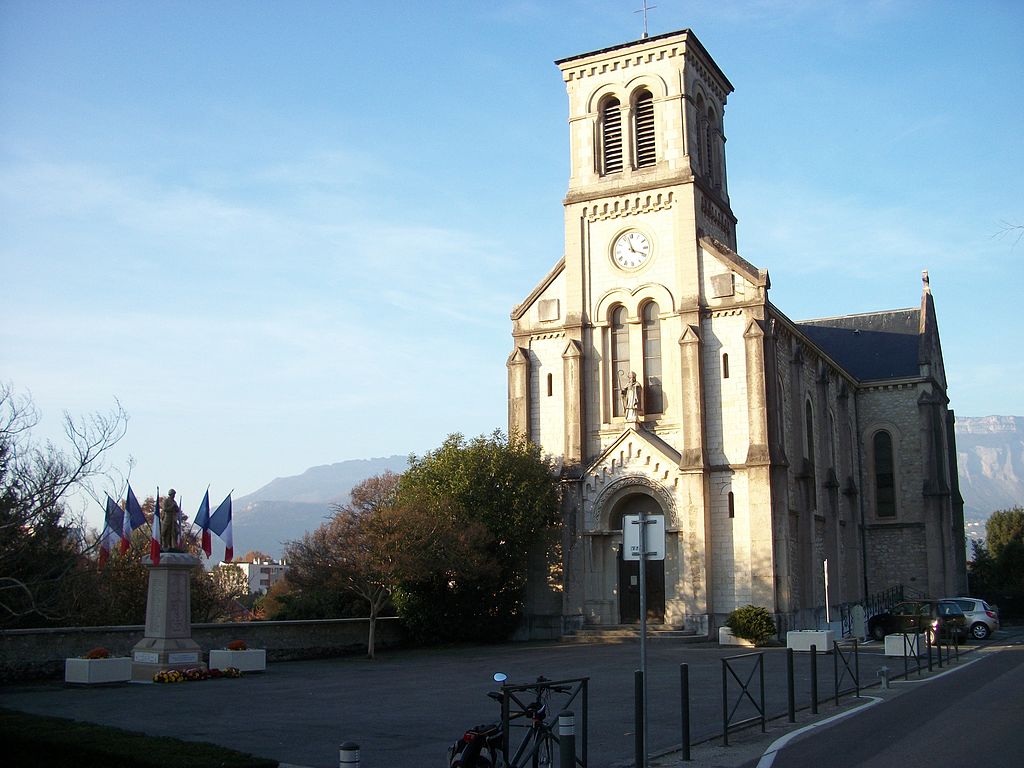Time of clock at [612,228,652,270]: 3:57
